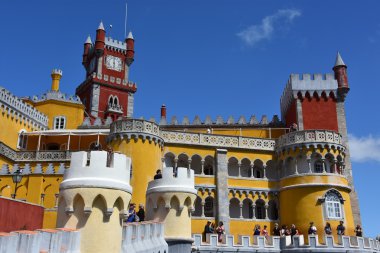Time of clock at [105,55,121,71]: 5:59
